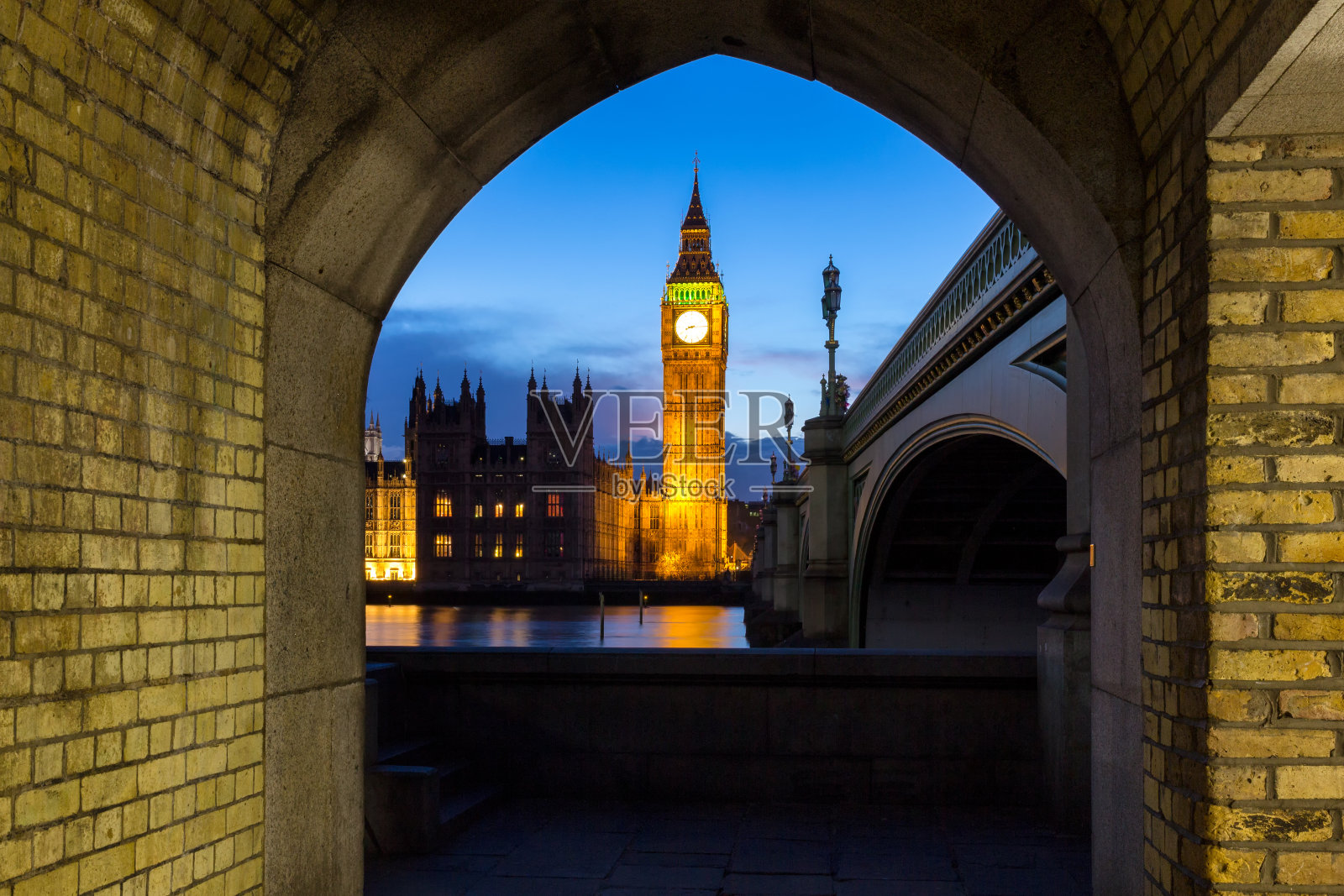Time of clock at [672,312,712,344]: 8:14
